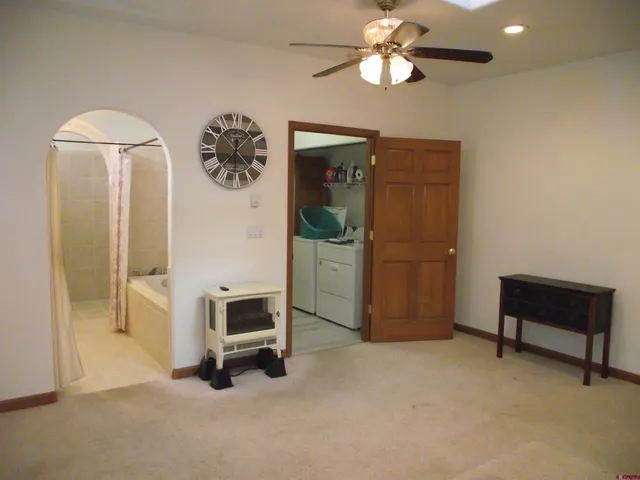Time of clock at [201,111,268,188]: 7:30
